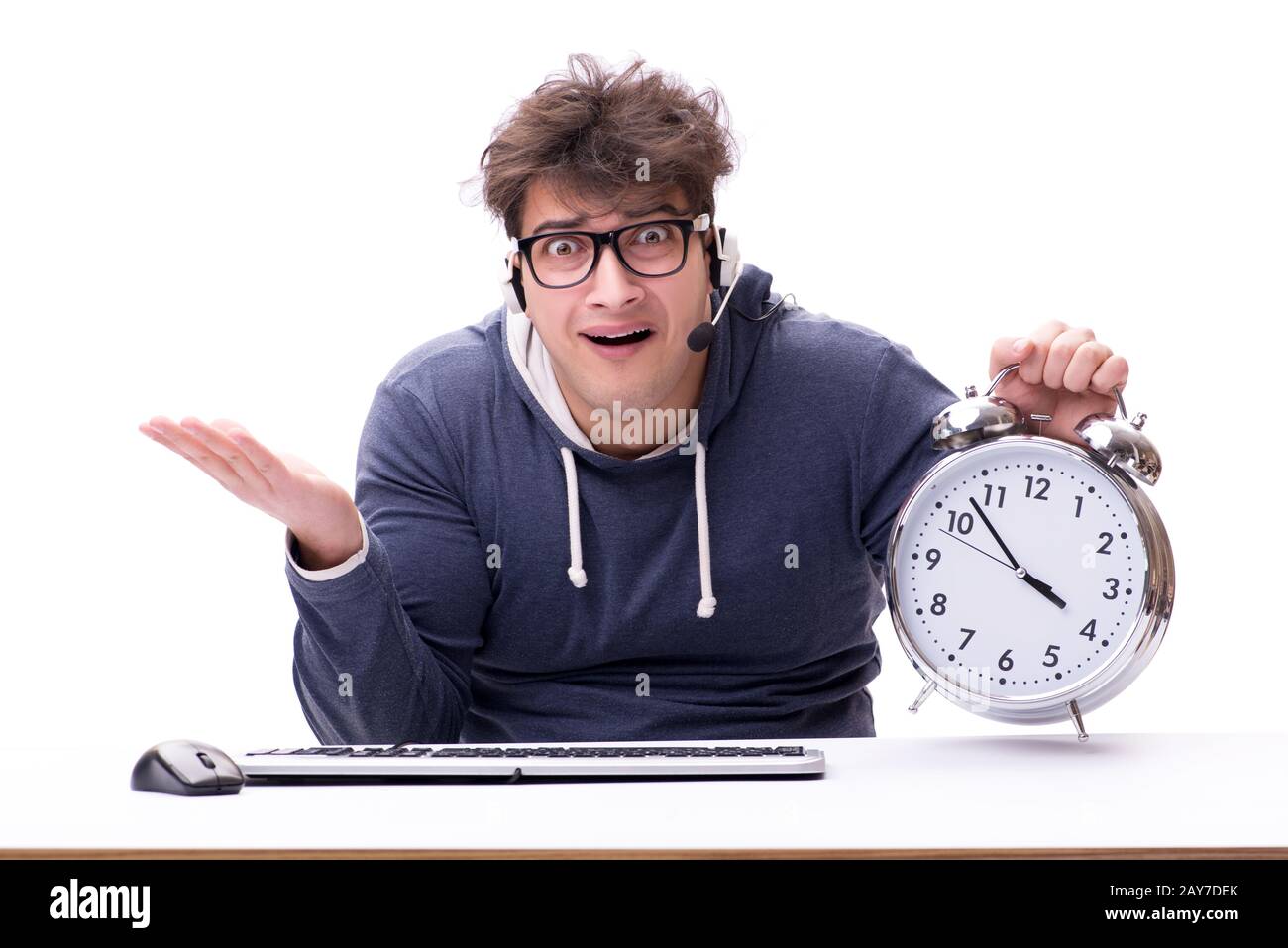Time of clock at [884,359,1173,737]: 3:52
